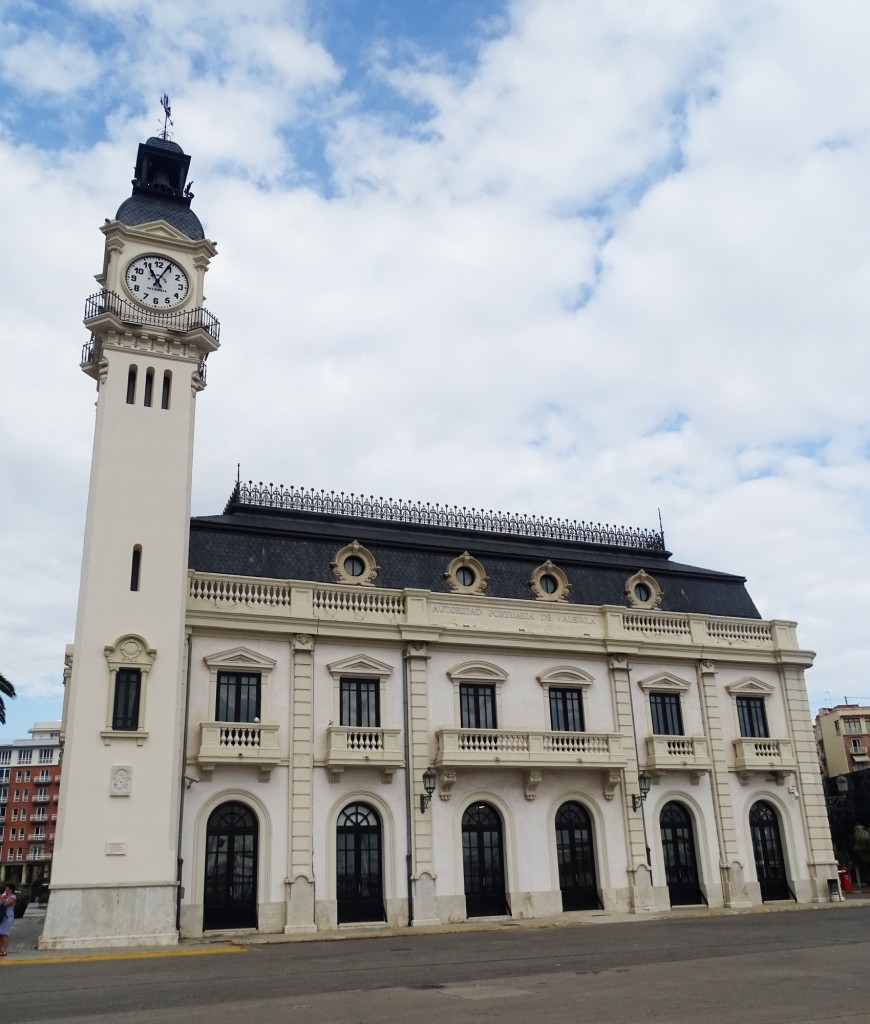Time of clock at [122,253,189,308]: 11:04
